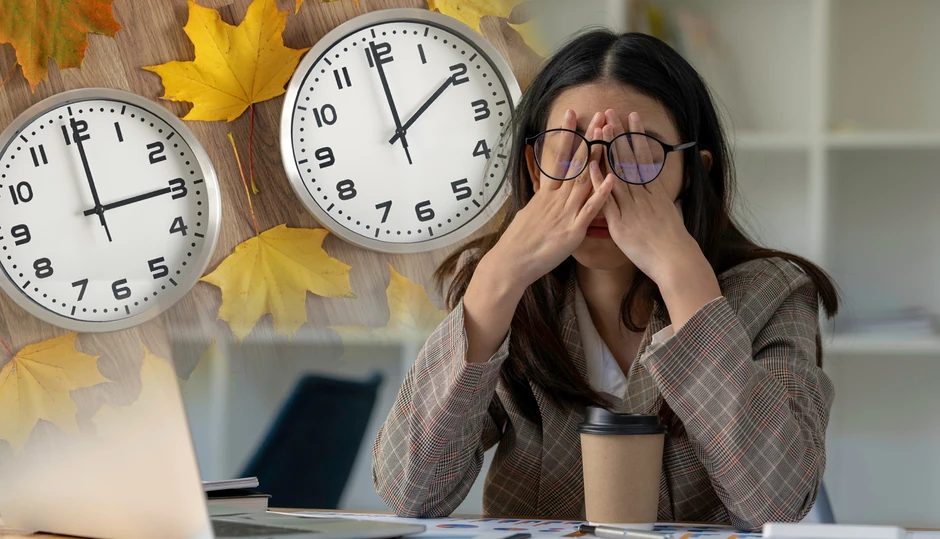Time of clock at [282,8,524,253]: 1:59
